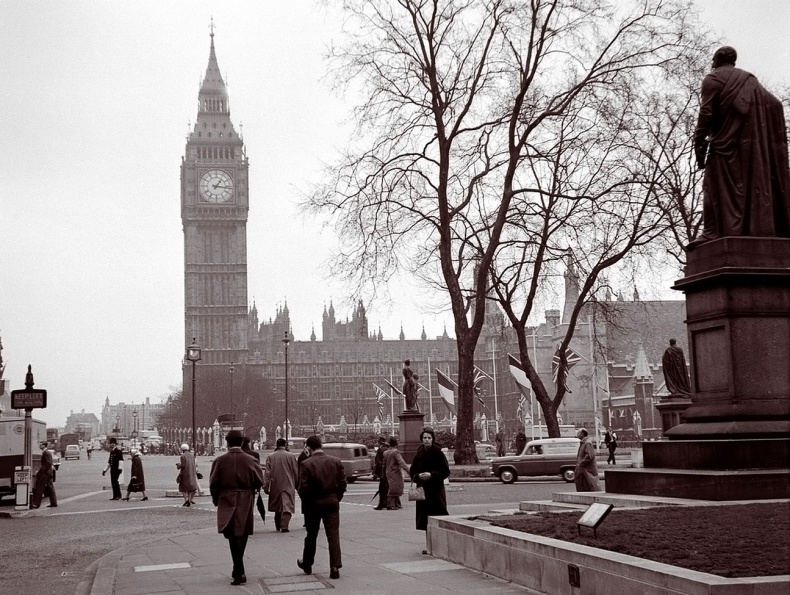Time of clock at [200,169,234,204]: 1:16
